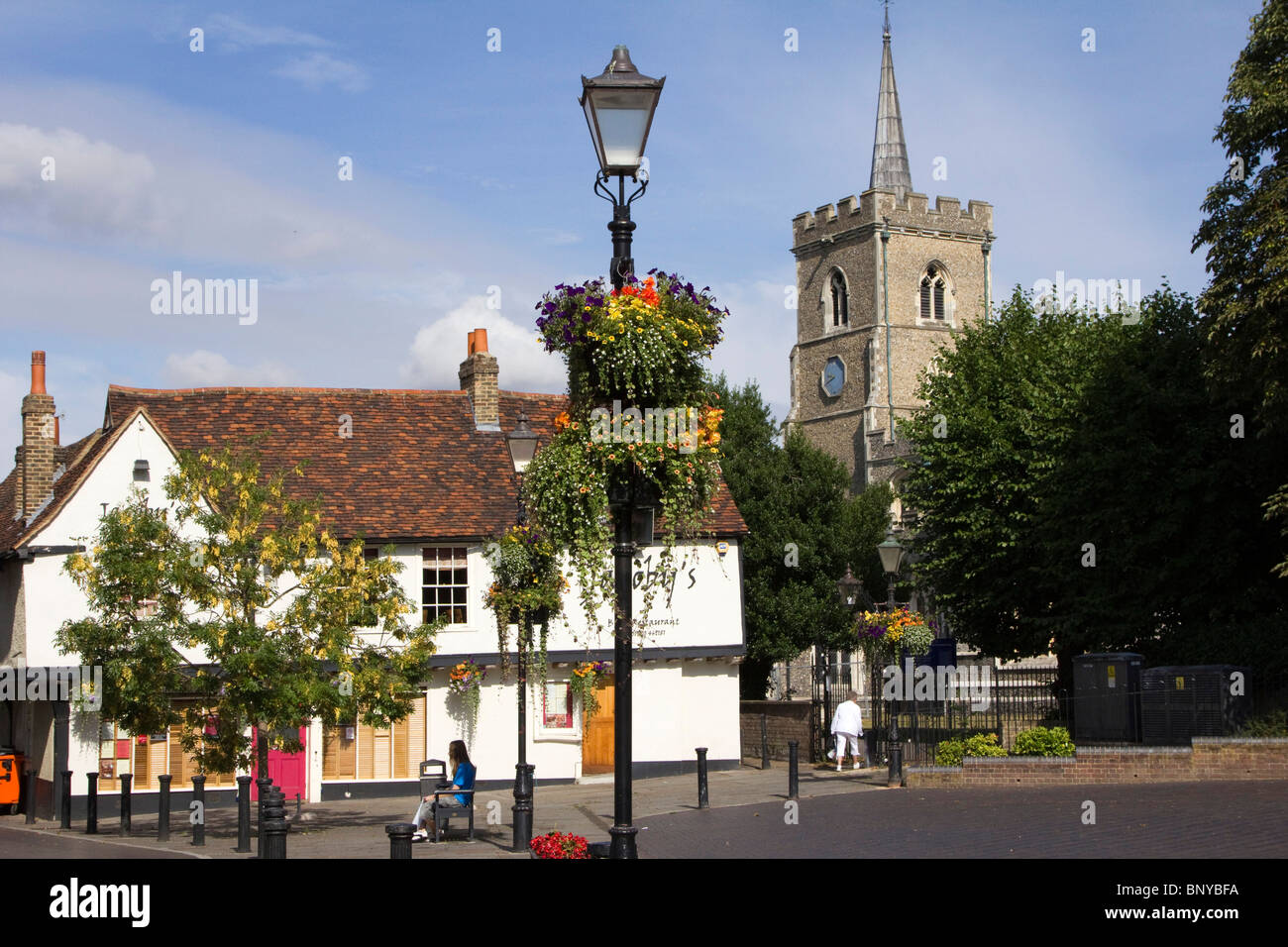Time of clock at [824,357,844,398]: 8:40
